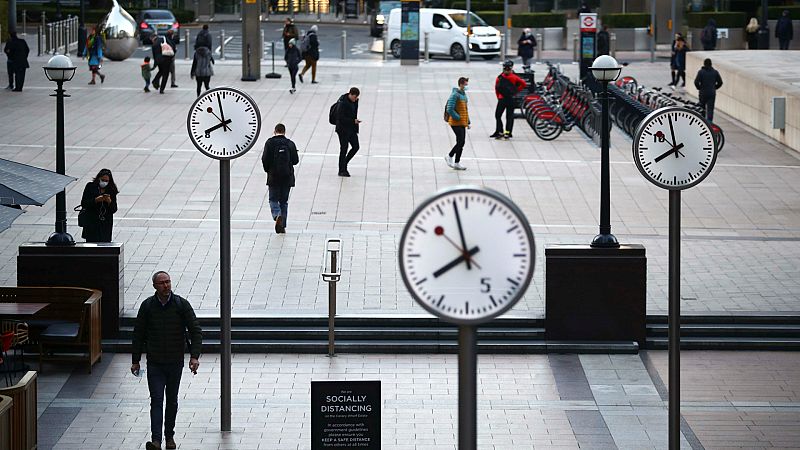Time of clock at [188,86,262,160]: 7:58
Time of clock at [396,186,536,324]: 7:57
